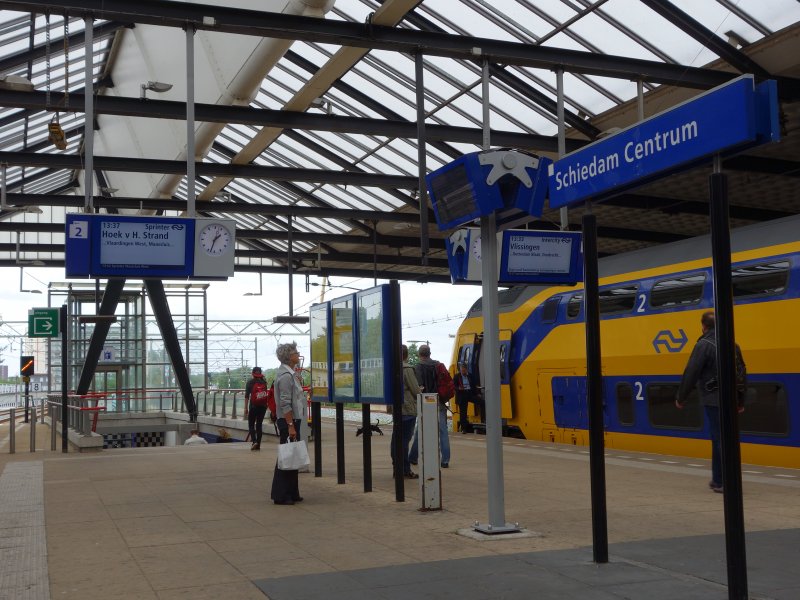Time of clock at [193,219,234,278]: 1:33
